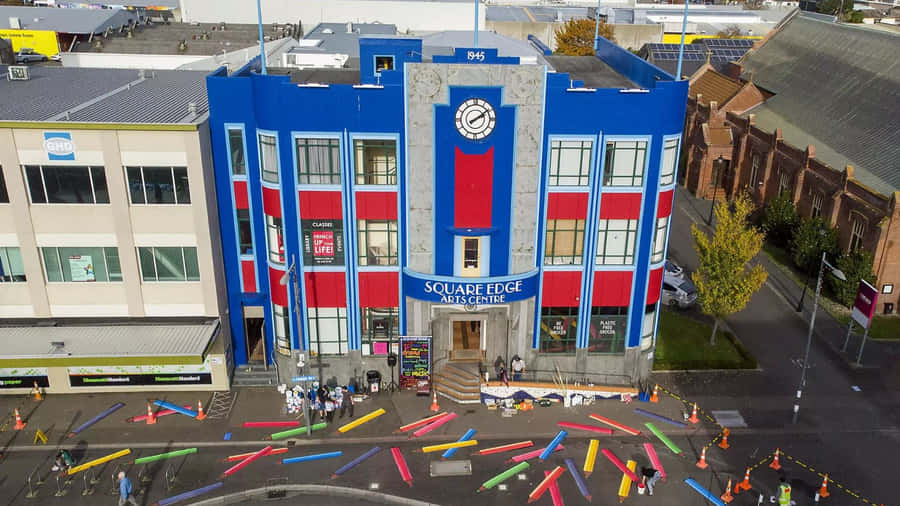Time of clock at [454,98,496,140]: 2:09
